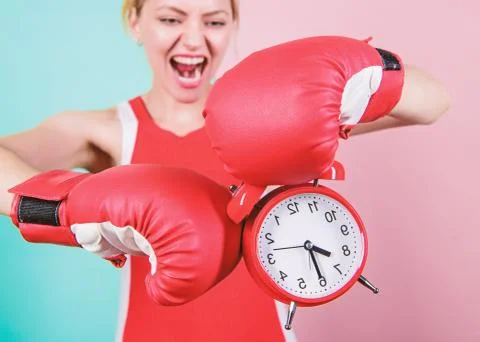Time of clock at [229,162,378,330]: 4:30
